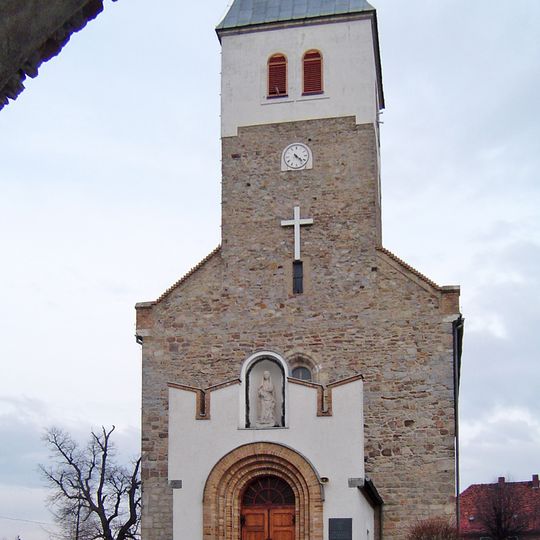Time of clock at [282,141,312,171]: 4:22
